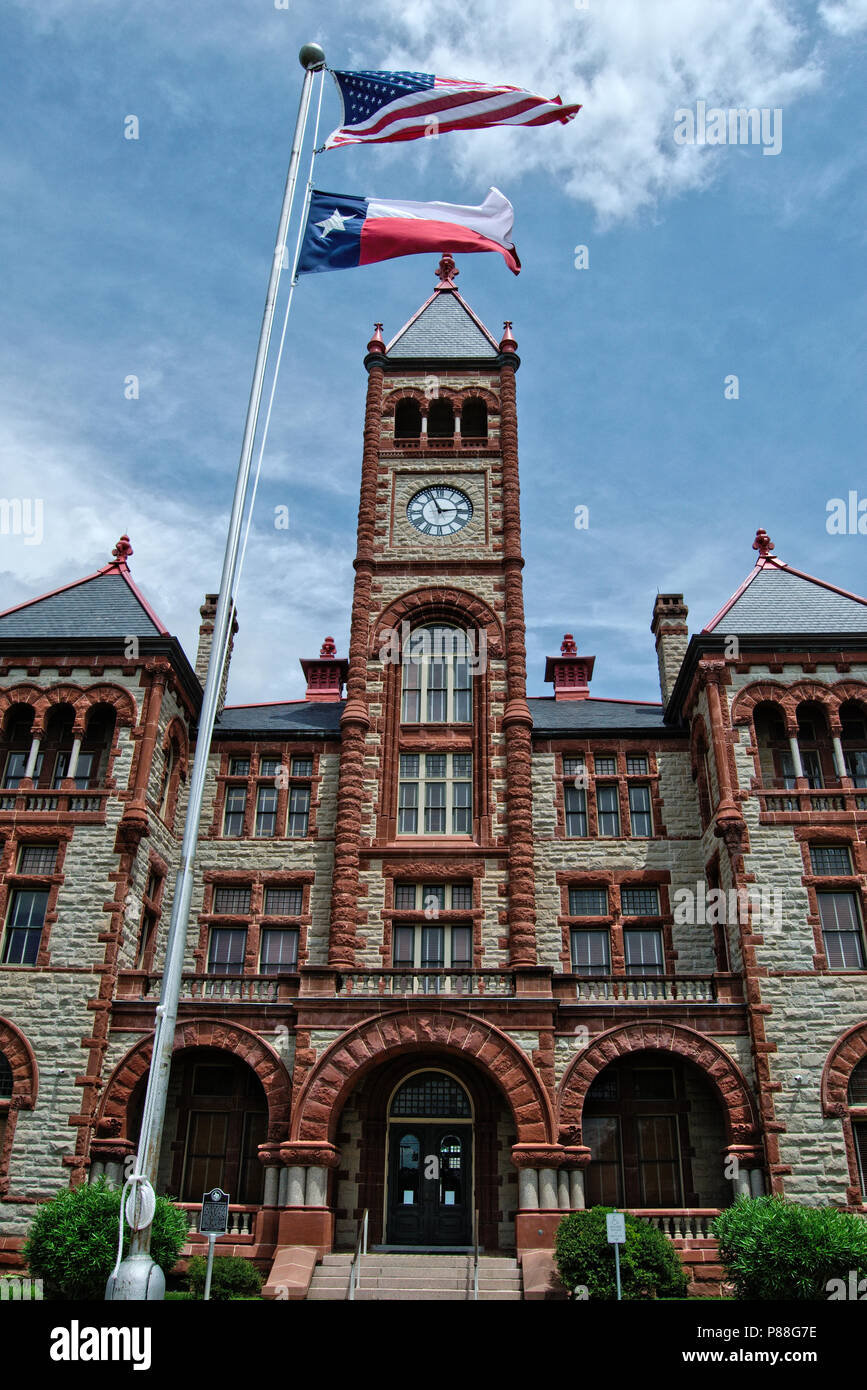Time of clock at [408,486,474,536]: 2:56
